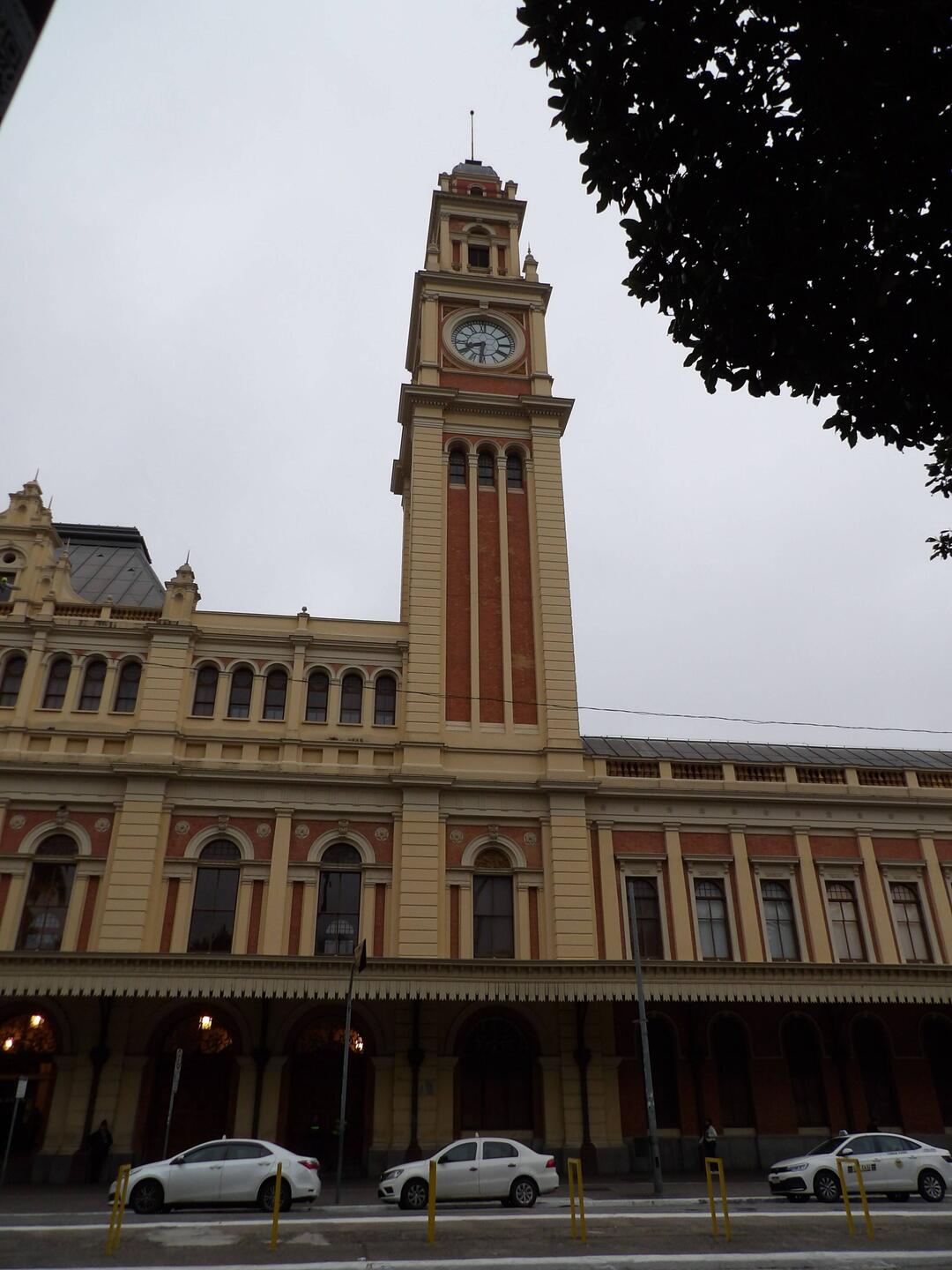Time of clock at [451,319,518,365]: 8:31
